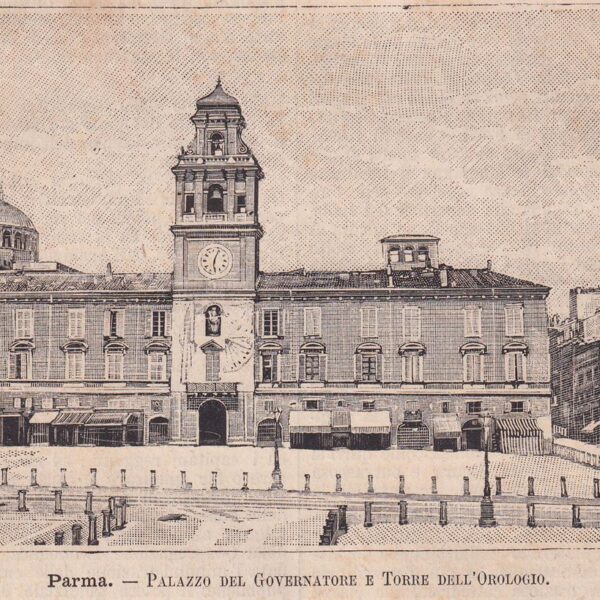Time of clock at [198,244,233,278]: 6:03
